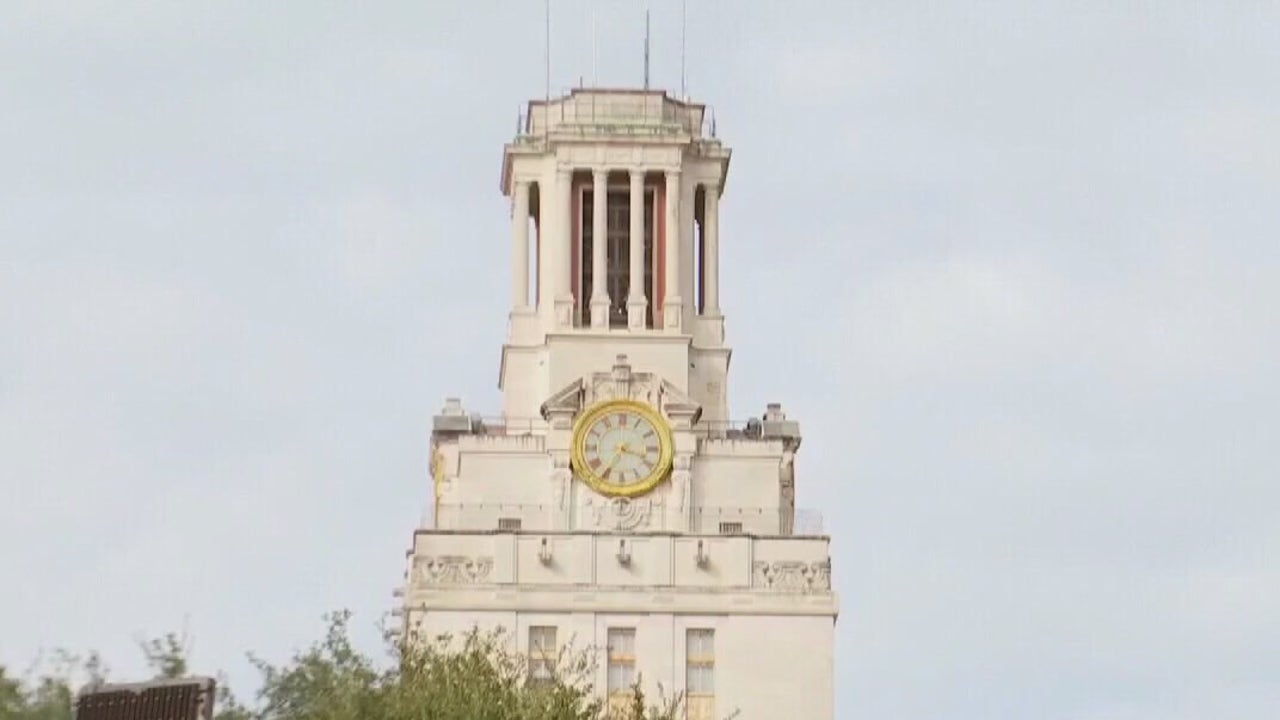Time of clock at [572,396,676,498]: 3:35
